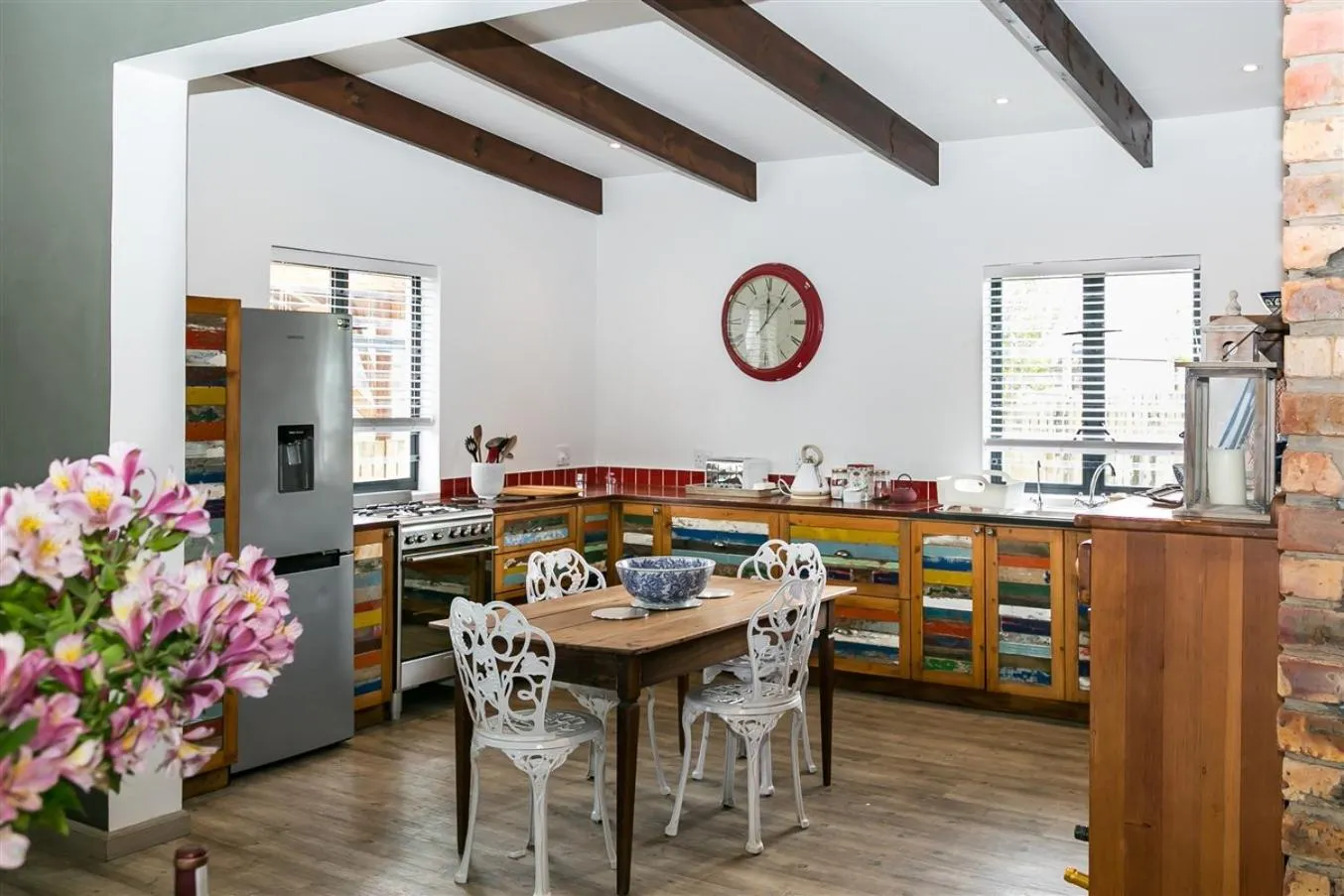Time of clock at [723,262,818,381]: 12:06
